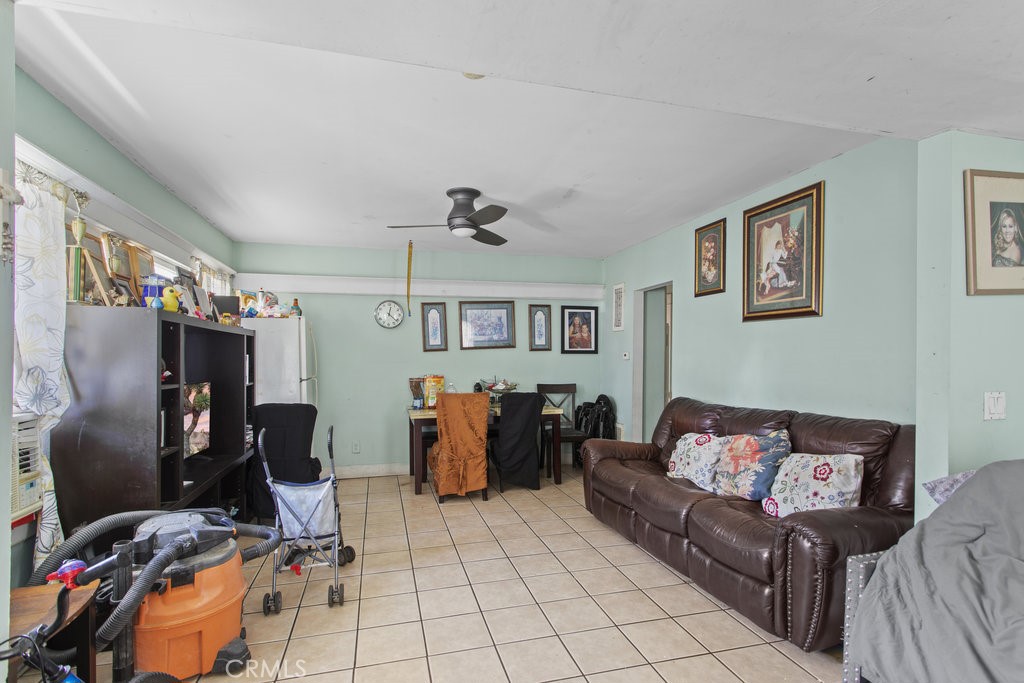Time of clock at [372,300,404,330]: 12:21
